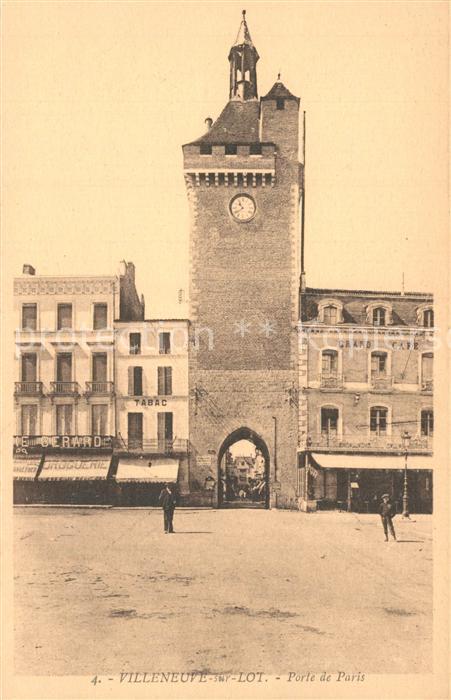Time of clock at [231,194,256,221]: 10:39
